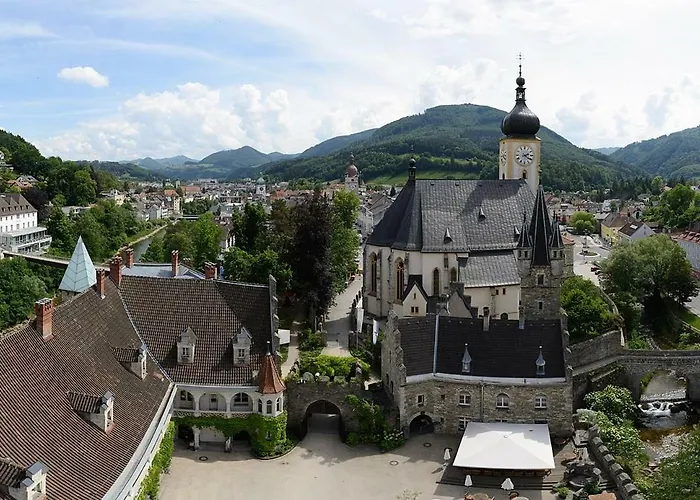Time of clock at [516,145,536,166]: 2:21
